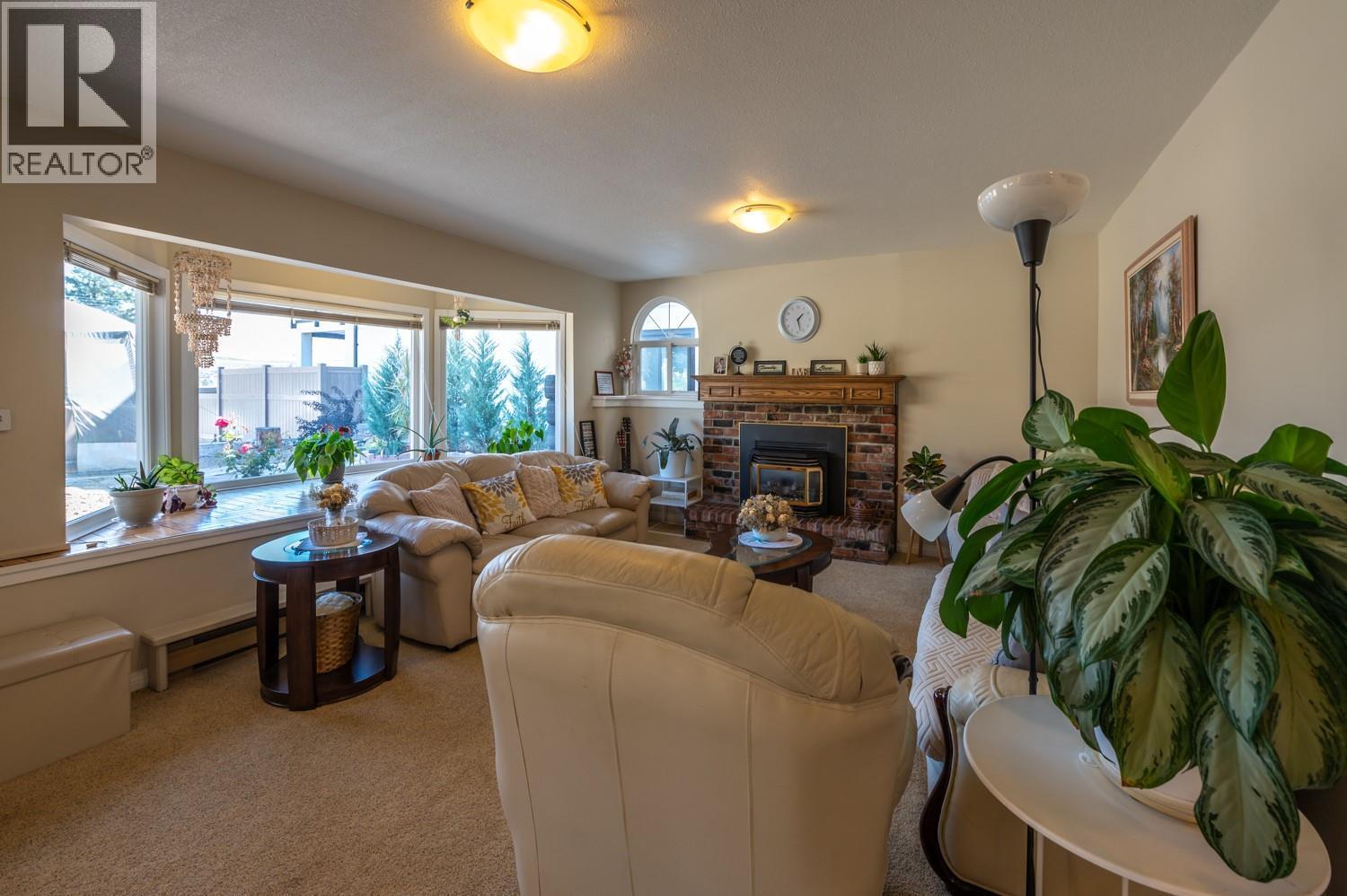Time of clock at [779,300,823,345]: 1:27
